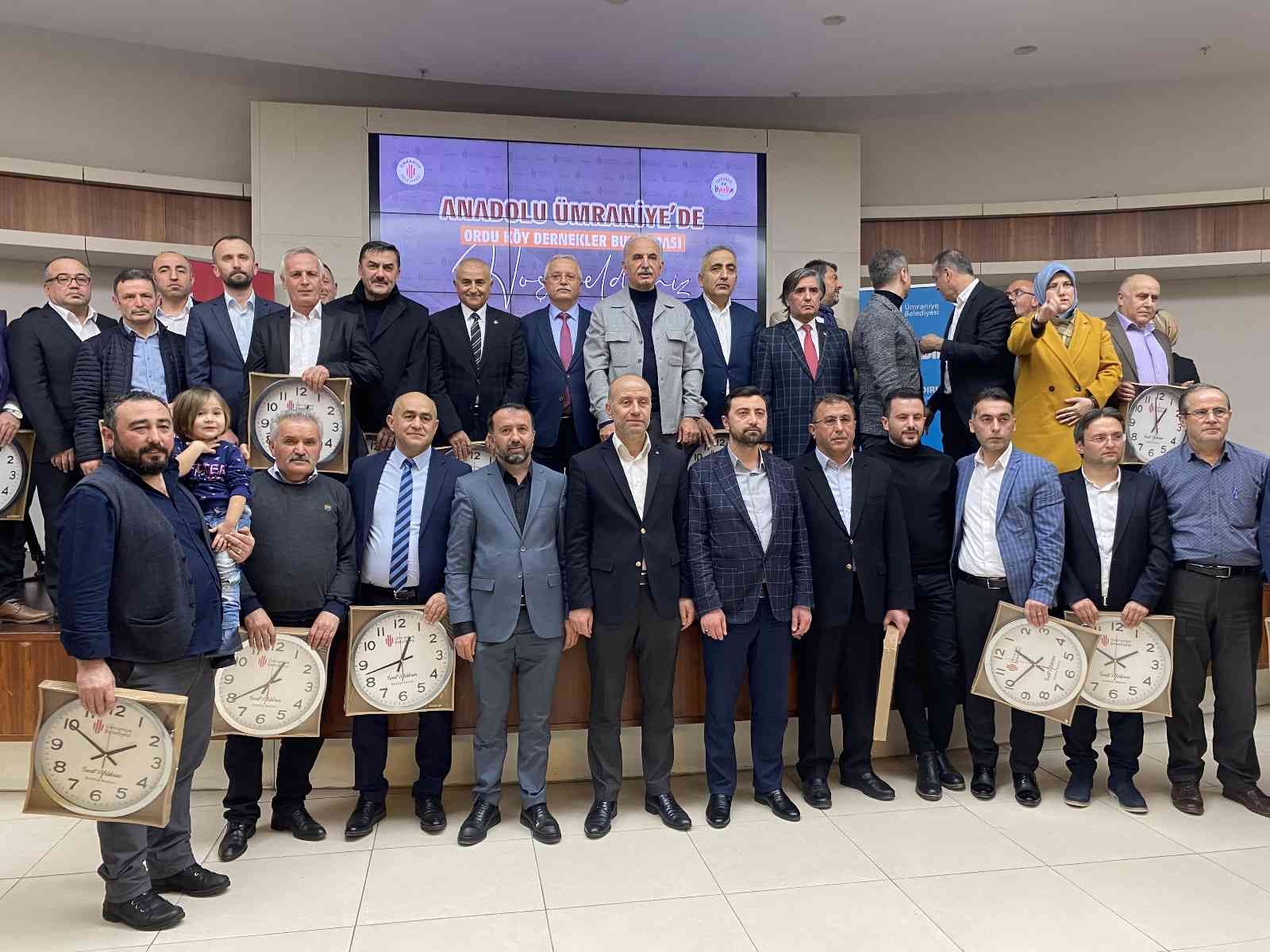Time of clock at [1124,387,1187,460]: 12:58
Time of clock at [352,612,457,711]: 12:42
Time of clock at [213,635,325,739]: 12:39
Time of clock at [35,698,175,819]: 1:50
